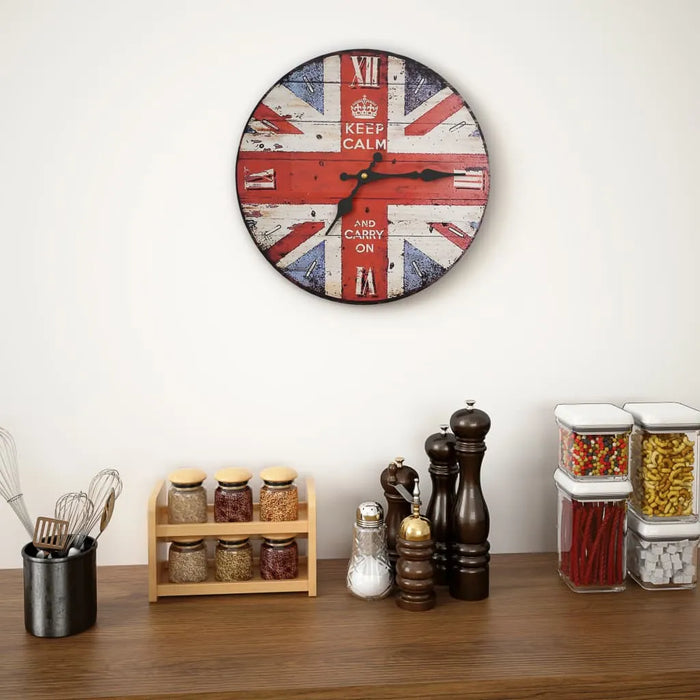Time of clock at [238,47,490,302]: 7:14
